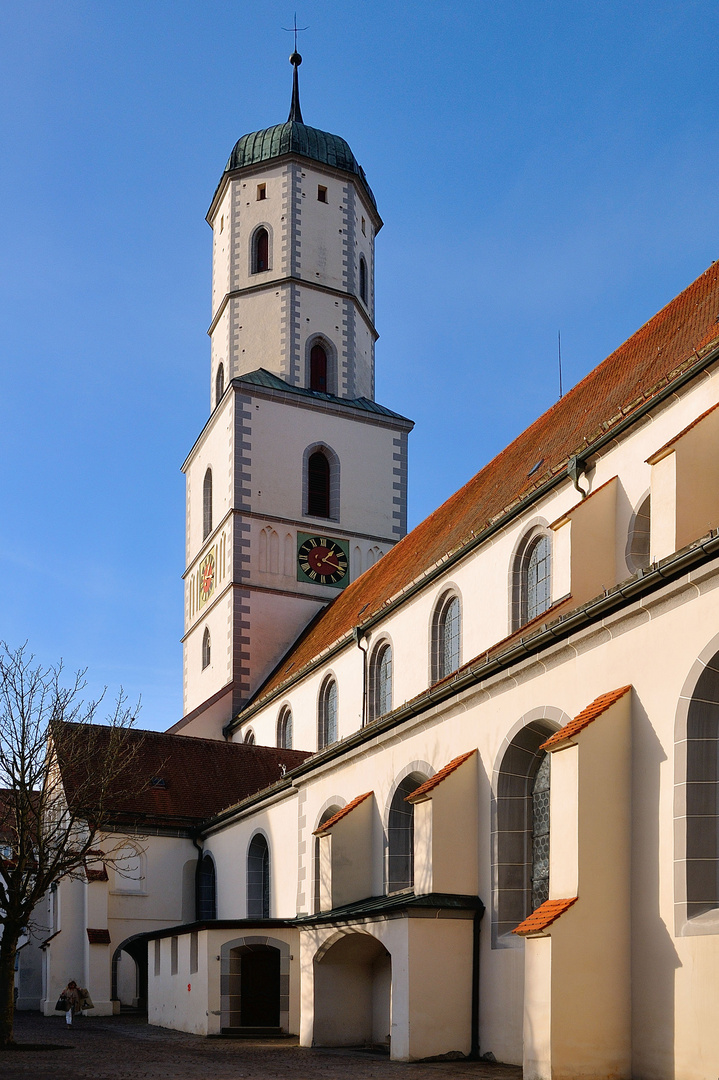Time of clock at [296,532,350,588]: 1:18
